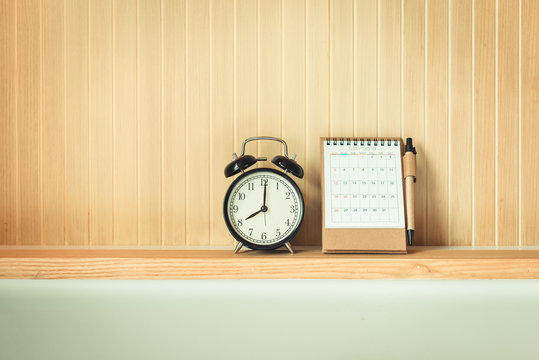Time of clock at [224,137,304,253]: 8:00
